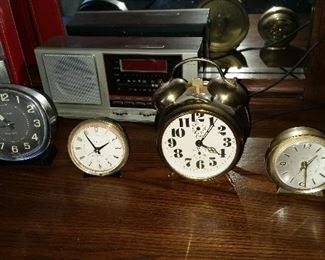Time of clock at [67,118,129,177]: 1:54
